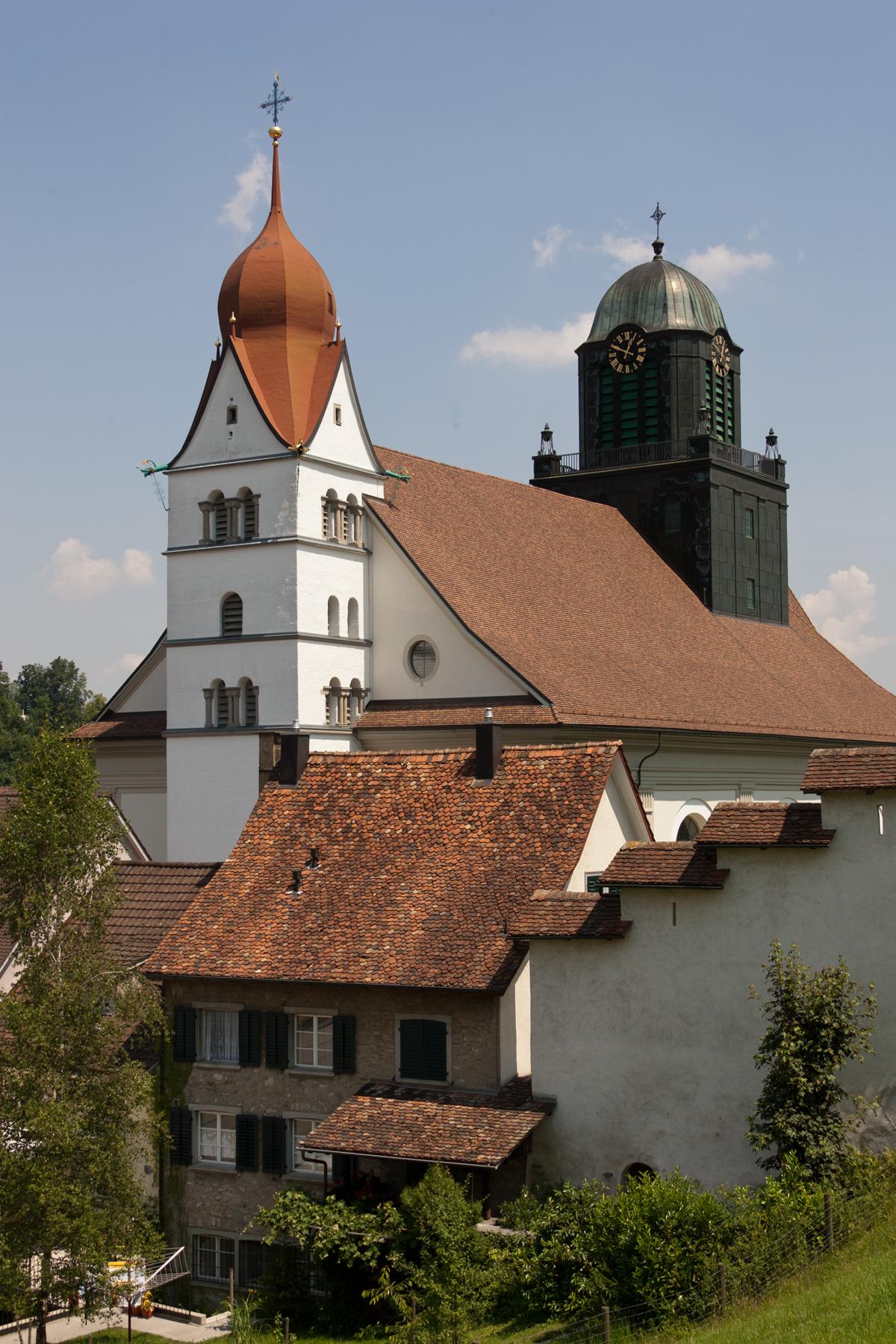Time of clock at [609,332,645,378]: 12:49
